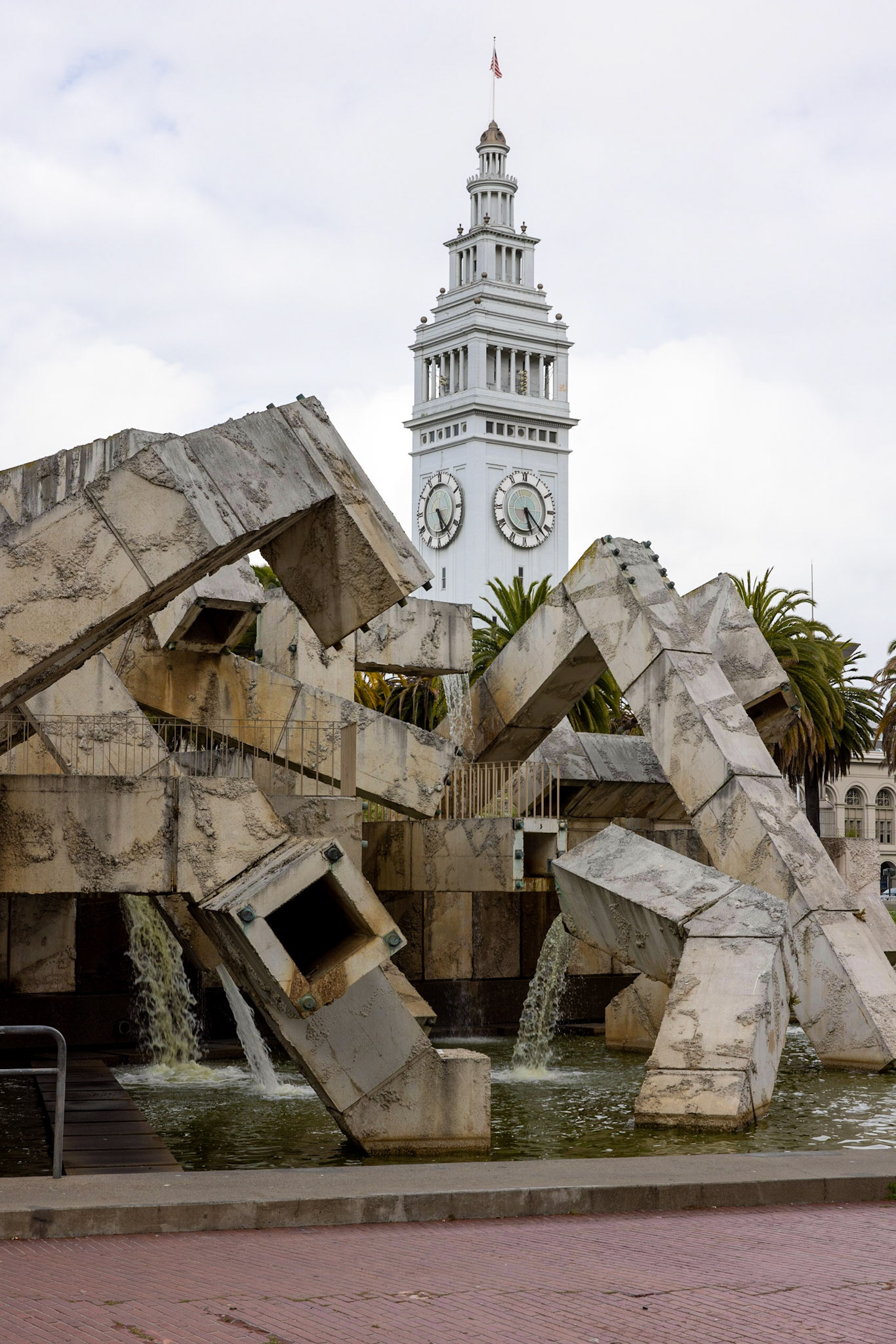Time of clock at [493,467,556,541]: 5:22
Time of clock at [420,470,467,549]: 5:23
